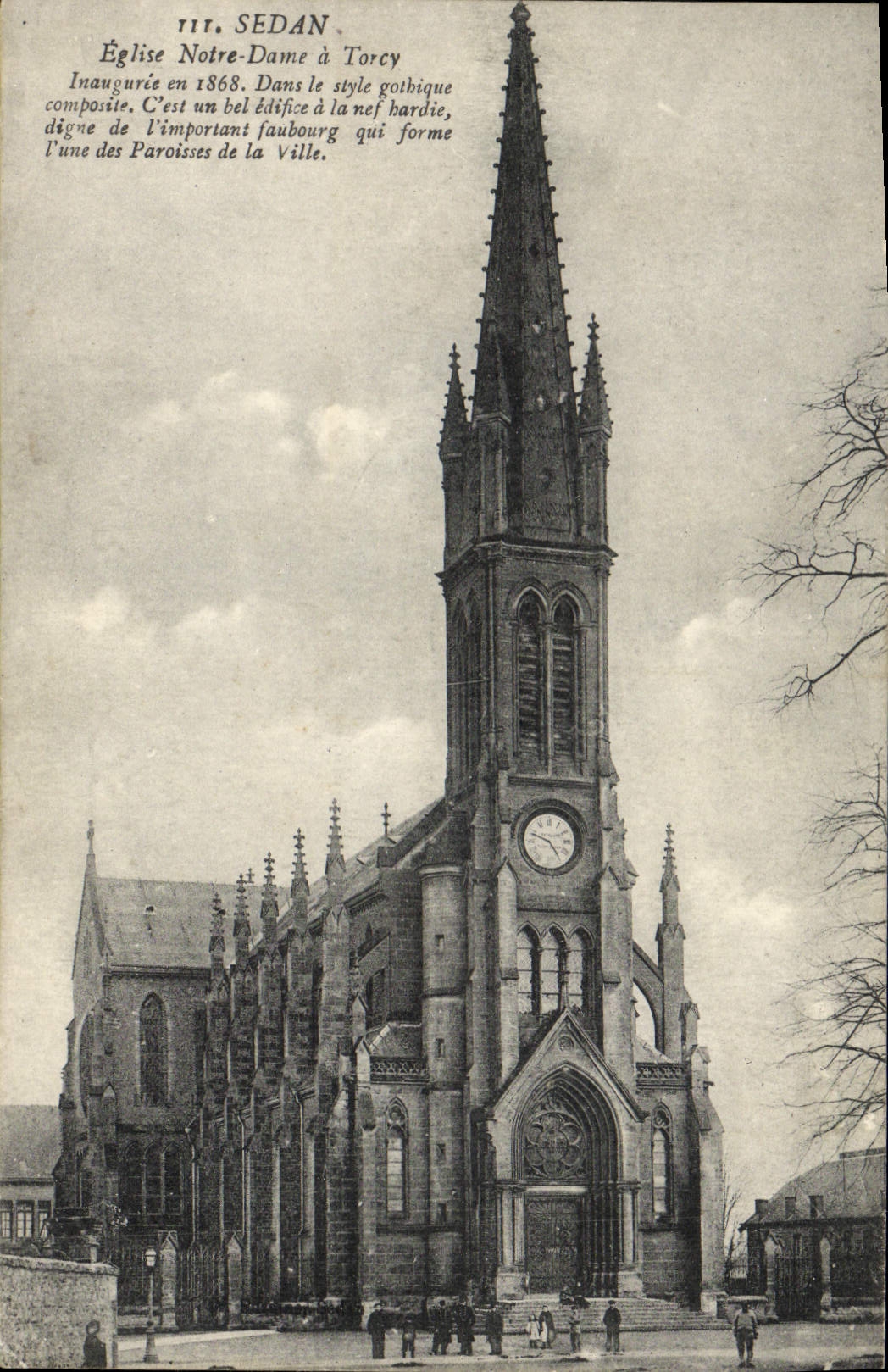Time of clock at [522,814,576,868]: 4:48
